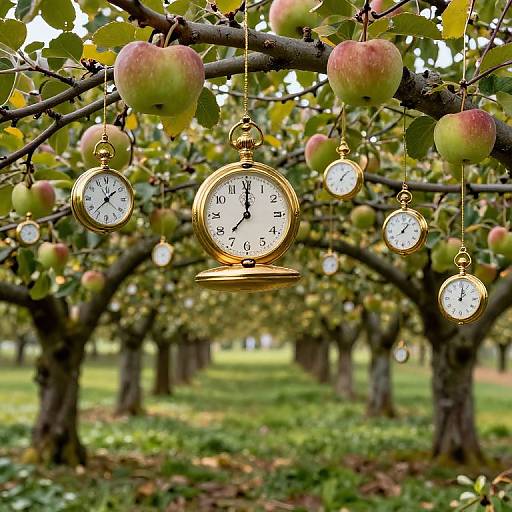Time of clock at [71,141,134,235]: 1:37
